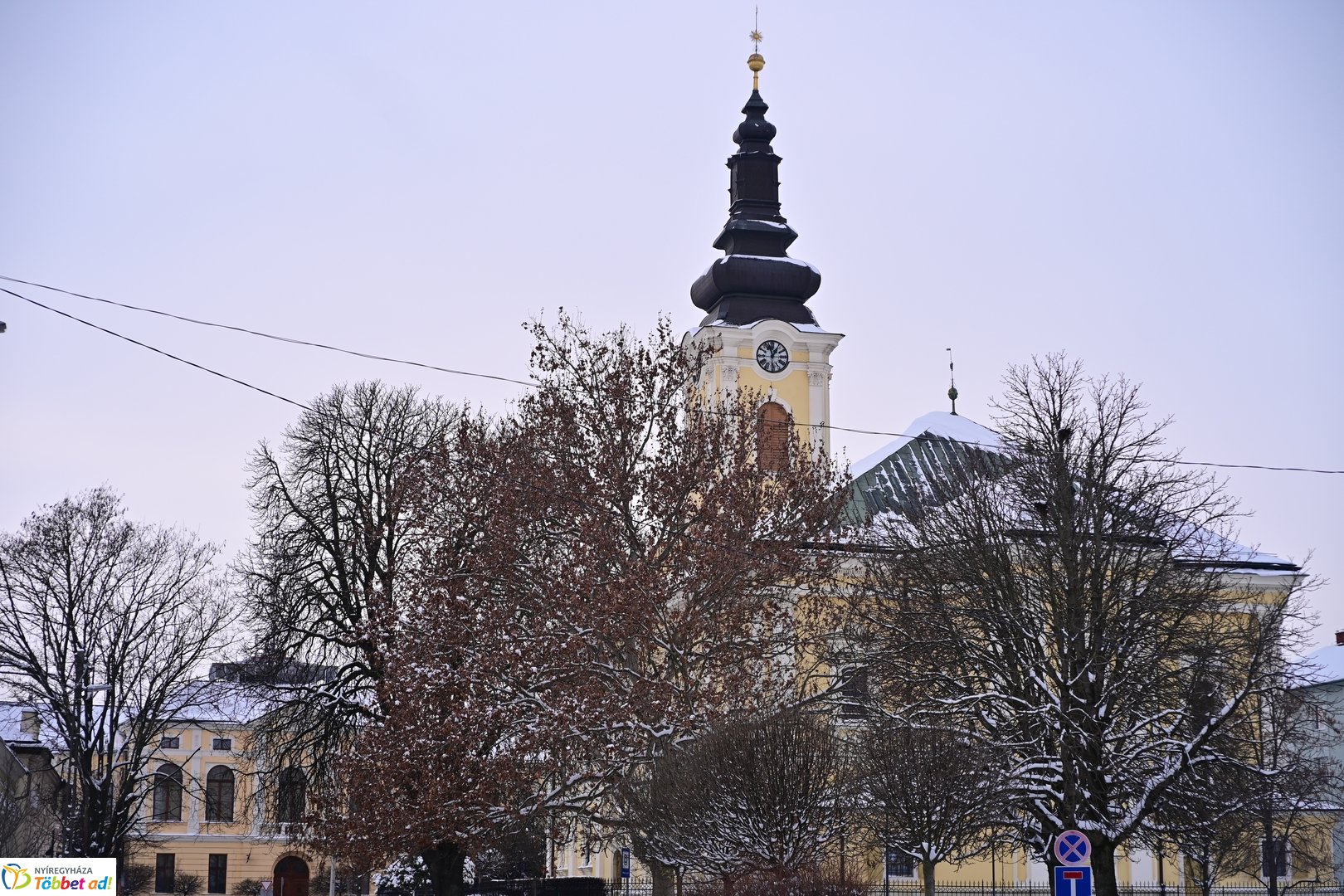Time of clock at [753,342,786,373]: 12:57
